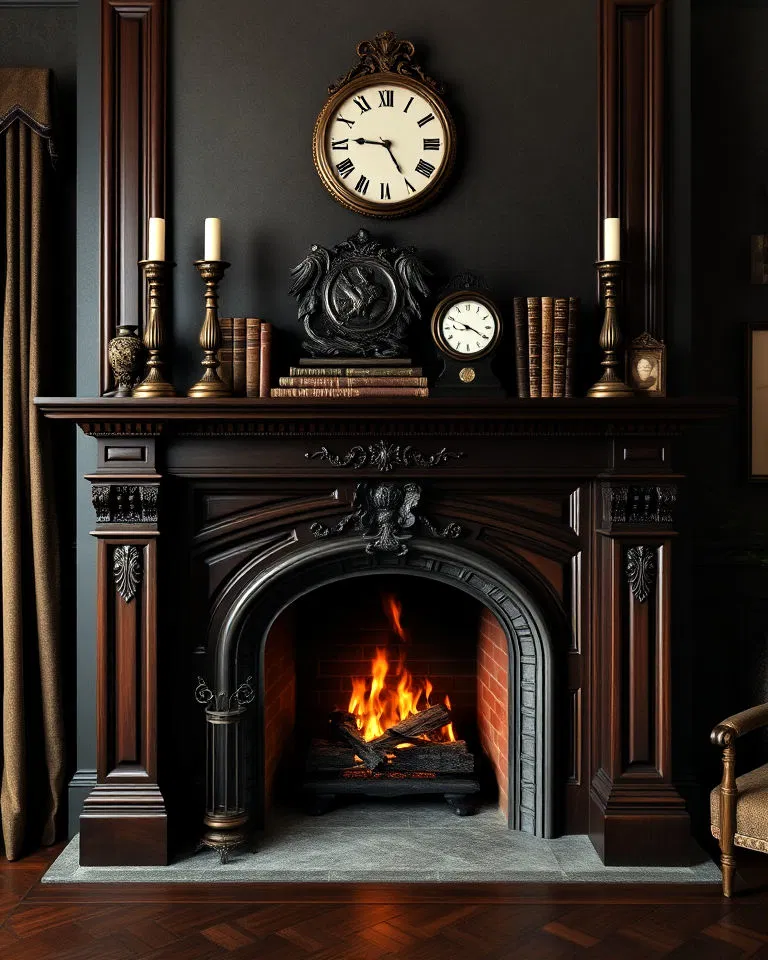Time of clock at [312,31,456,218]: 9:25
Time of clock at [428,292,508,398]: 9:20
